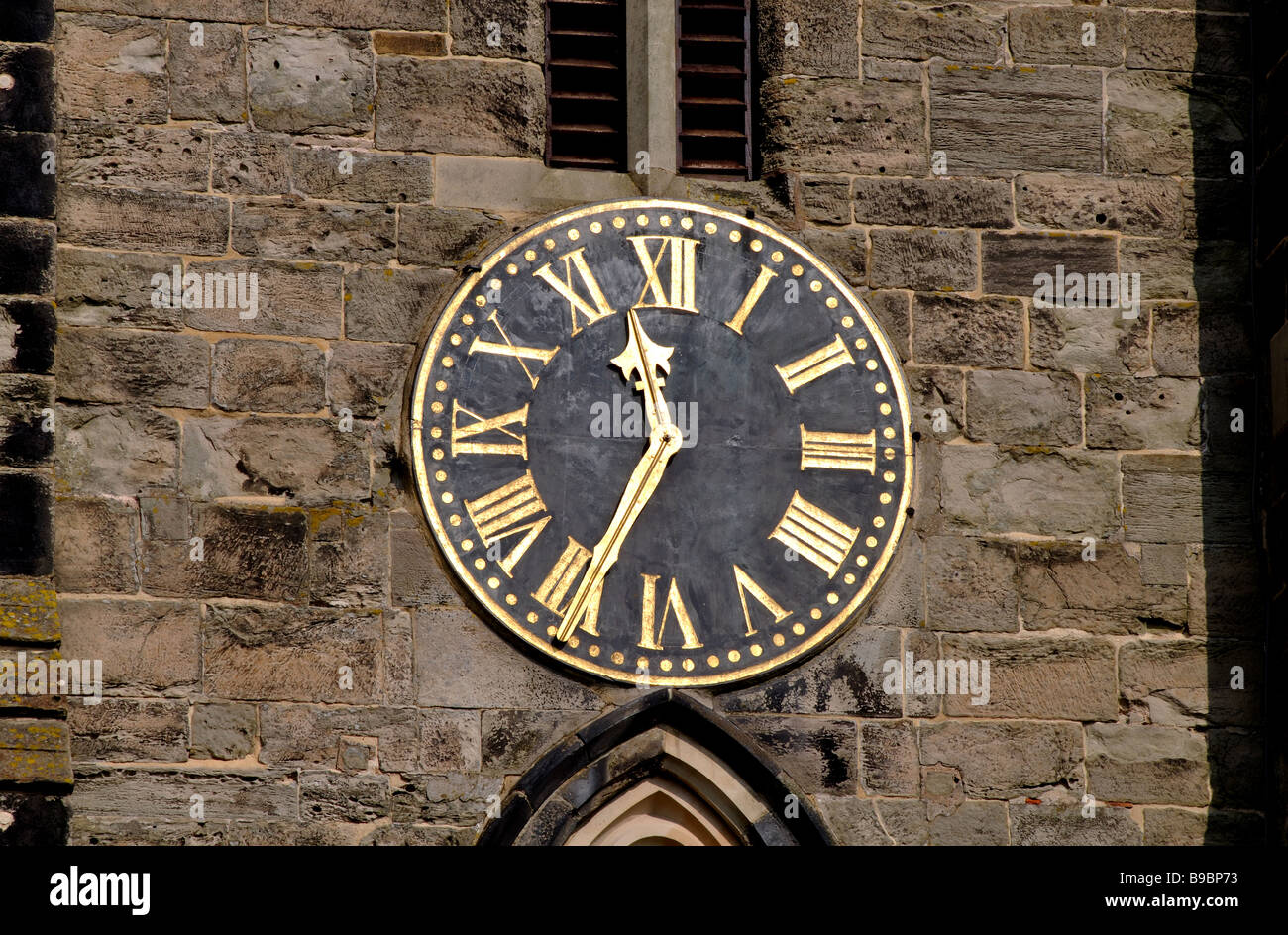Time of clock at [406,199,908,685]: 11:34
